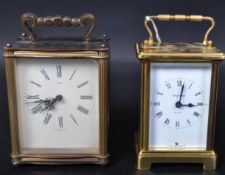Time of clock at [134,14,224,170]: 12:14
